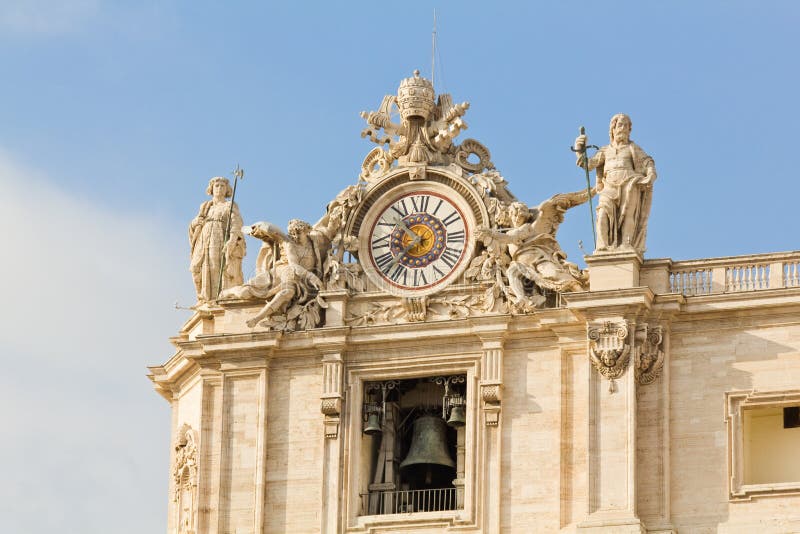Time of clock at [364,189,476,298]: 10:36
